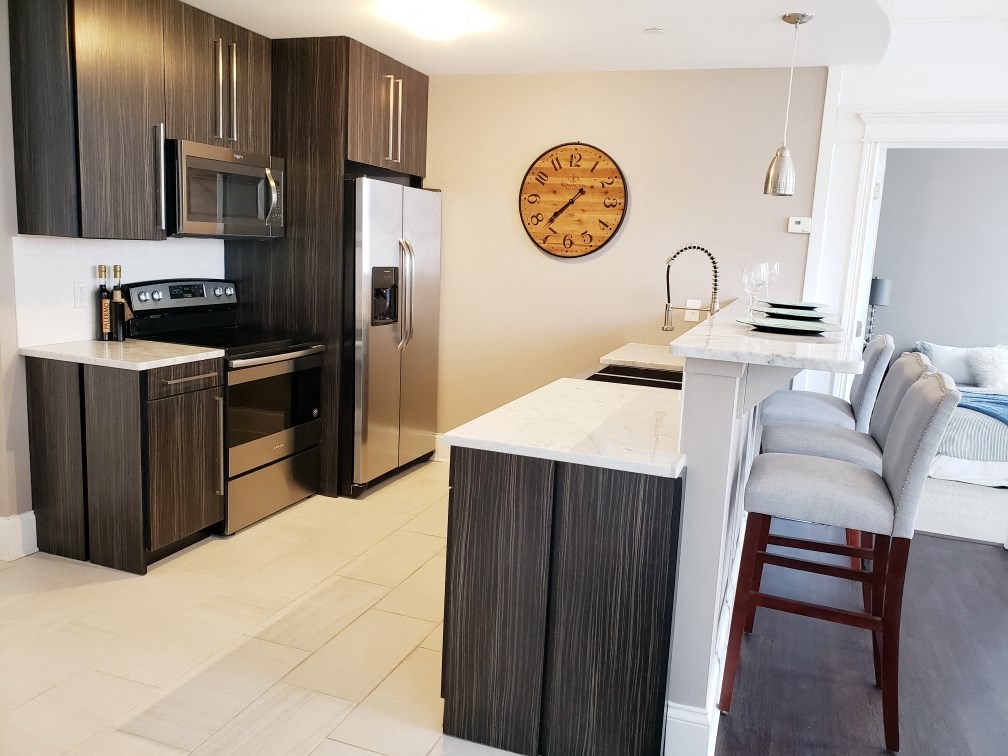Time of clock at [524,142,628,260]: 7:37
